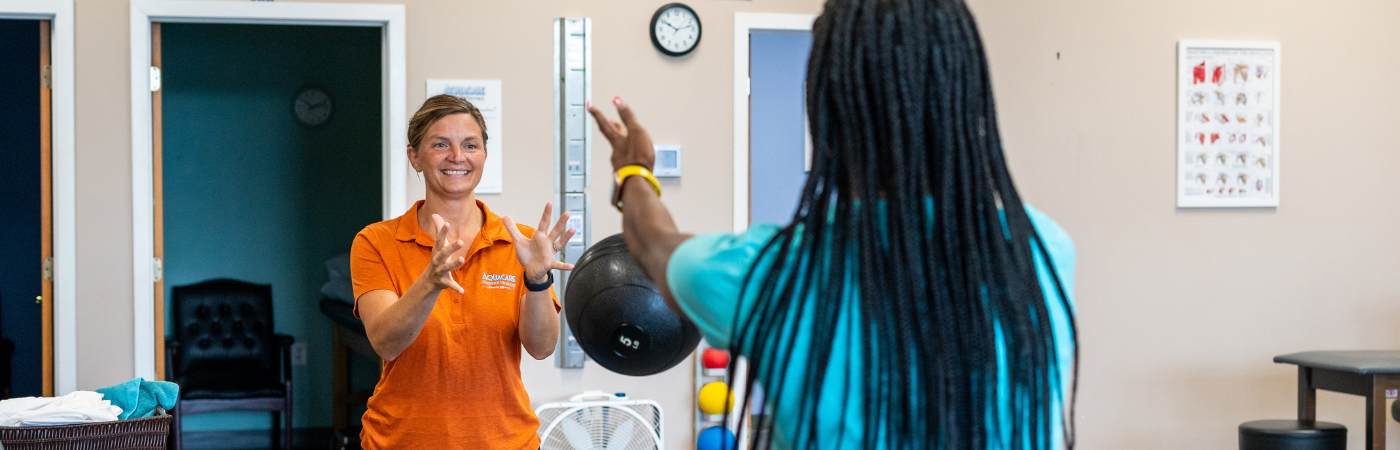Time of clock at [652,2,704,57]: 10:12
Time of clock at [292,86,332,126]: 10:12
